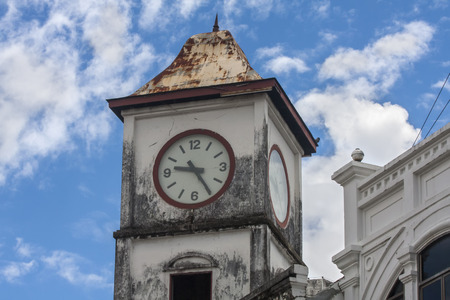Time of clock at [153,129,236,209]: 9:24
